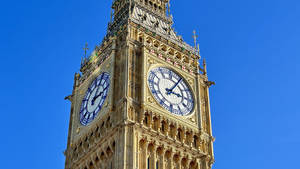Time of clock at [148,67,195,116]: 3:05
